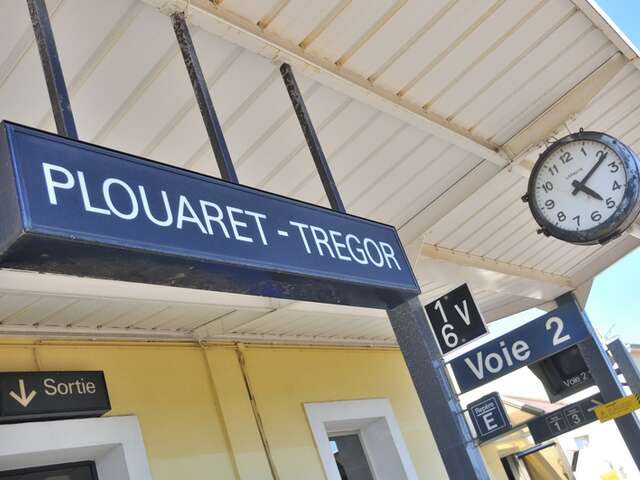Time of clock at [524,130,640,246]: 5:11
